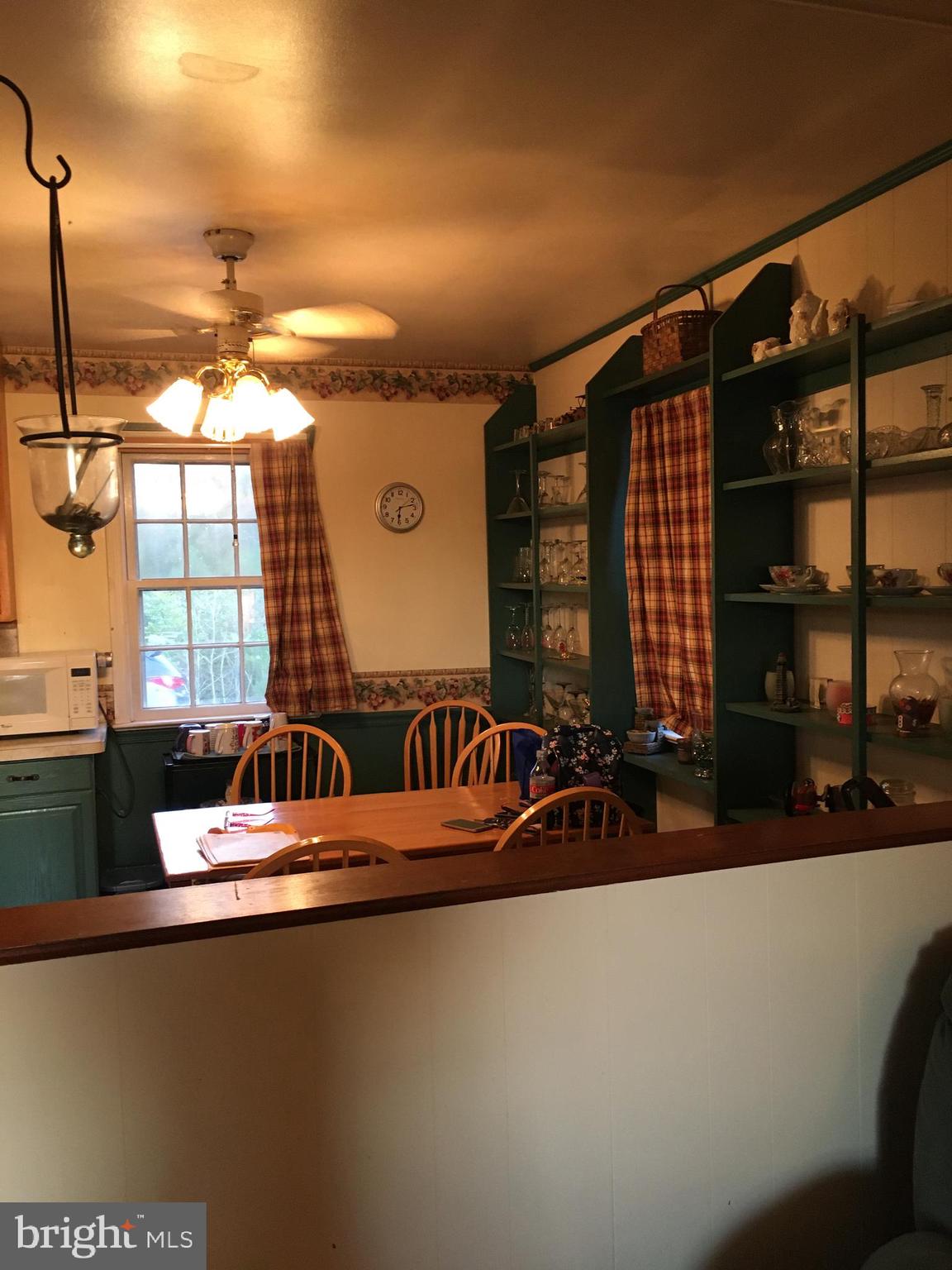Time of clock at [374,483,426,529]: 6:13
